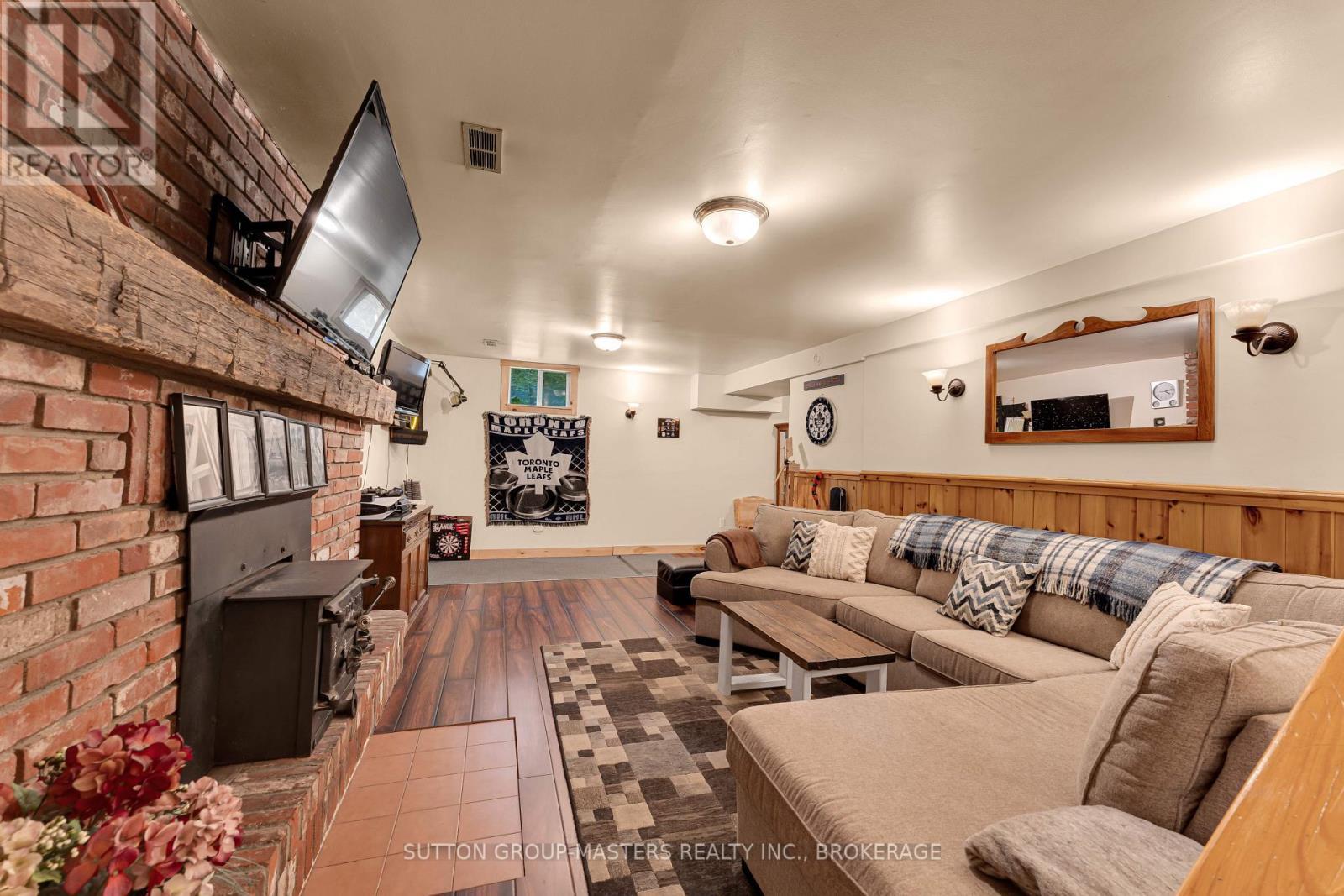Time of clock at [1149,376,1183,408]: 4:12
